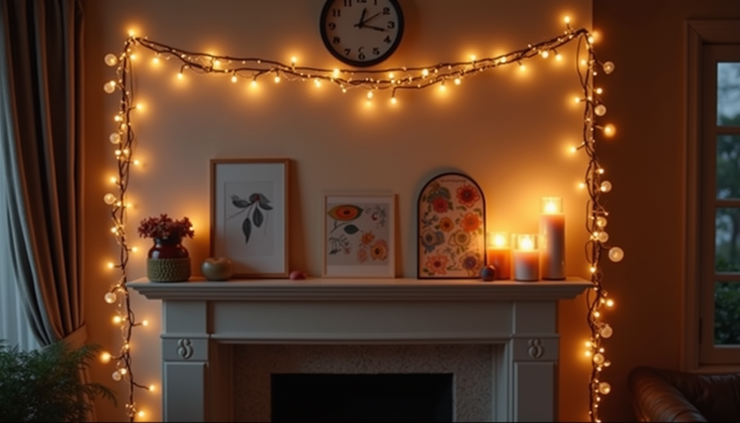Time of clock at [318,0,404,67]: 12:17
